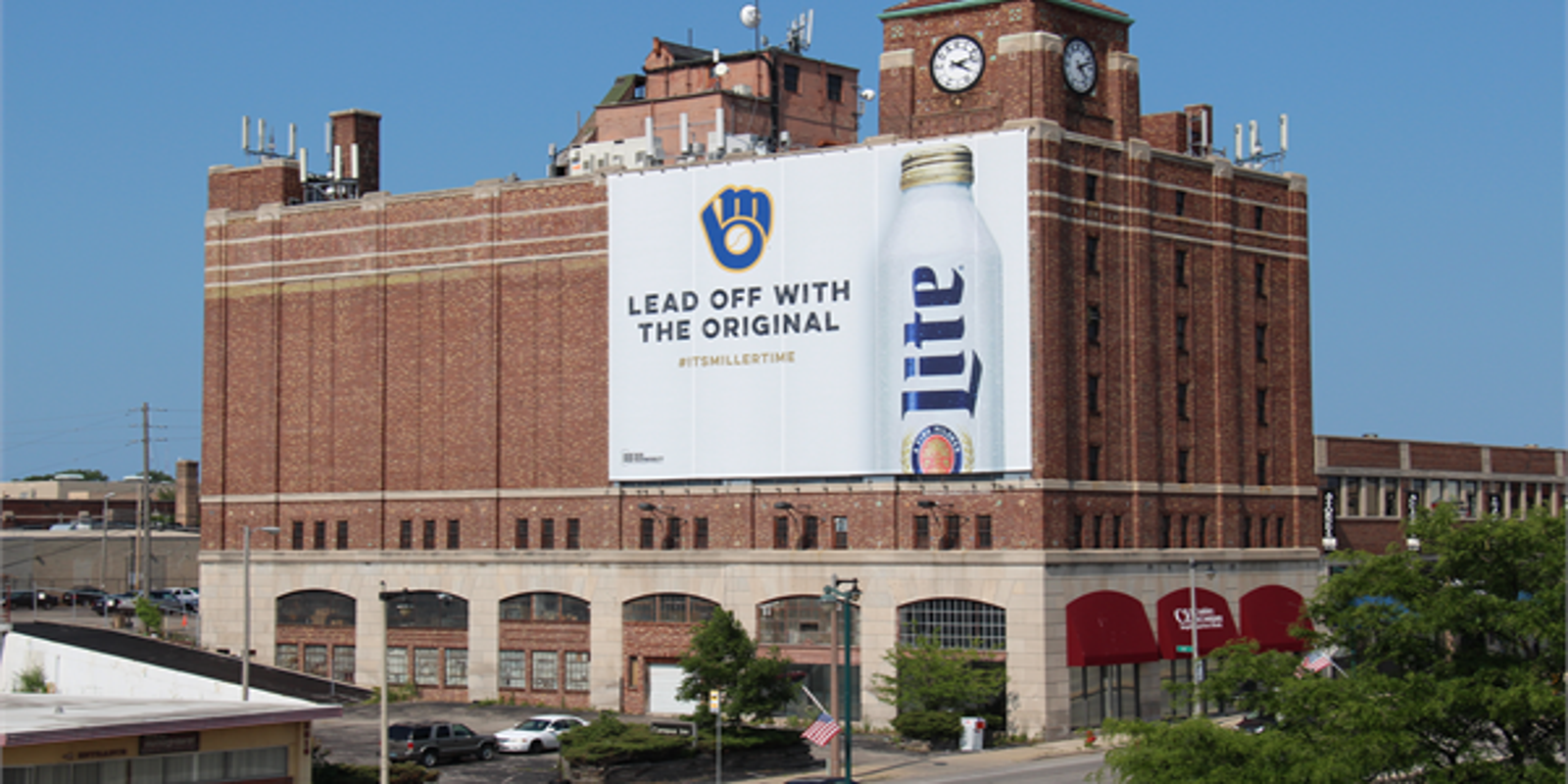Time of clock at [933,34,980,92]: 4:12
